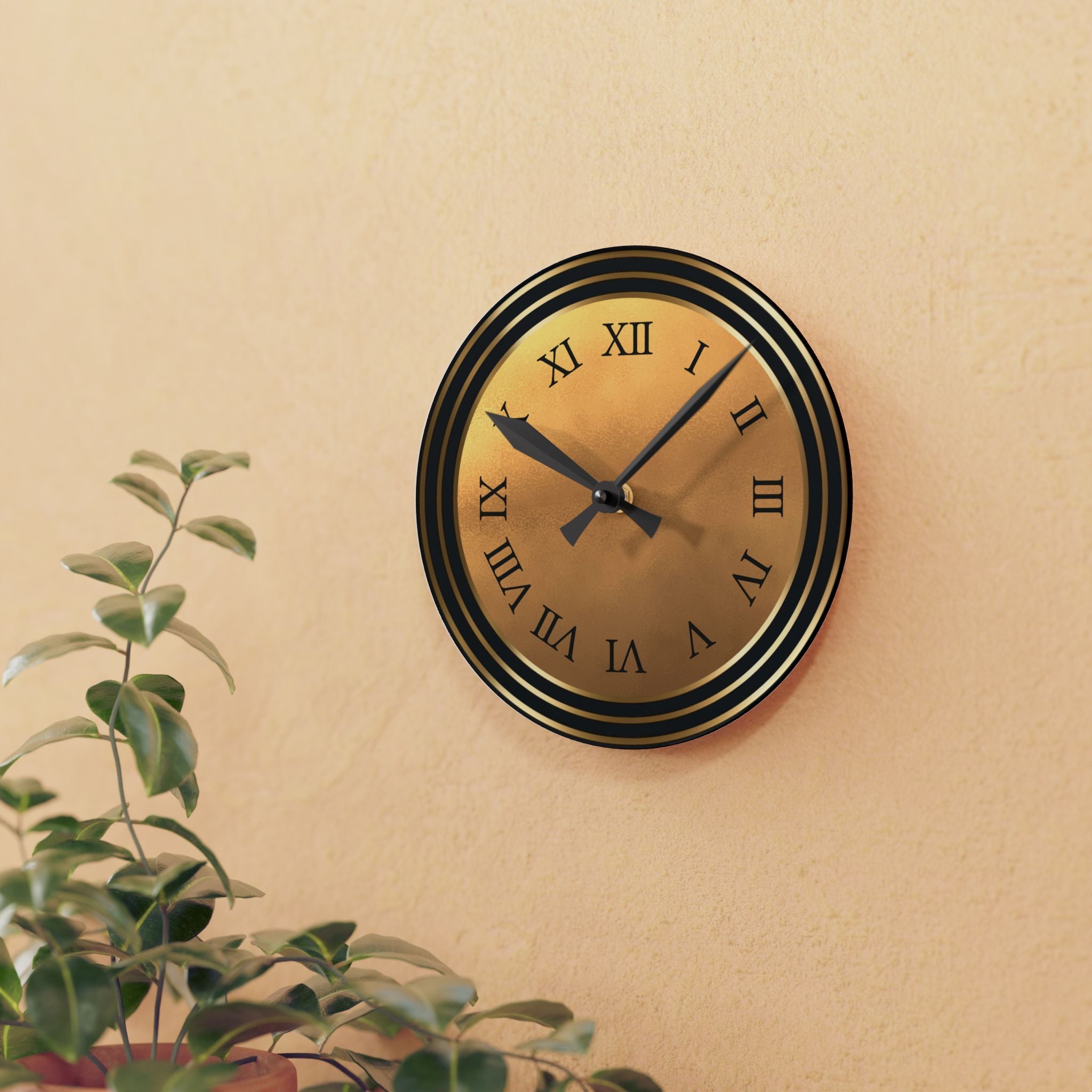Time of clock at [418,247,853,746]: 10:07
